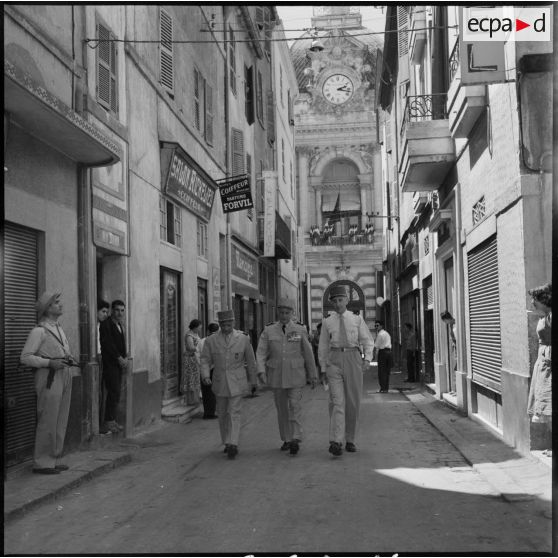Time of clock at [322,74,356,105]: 2:17
